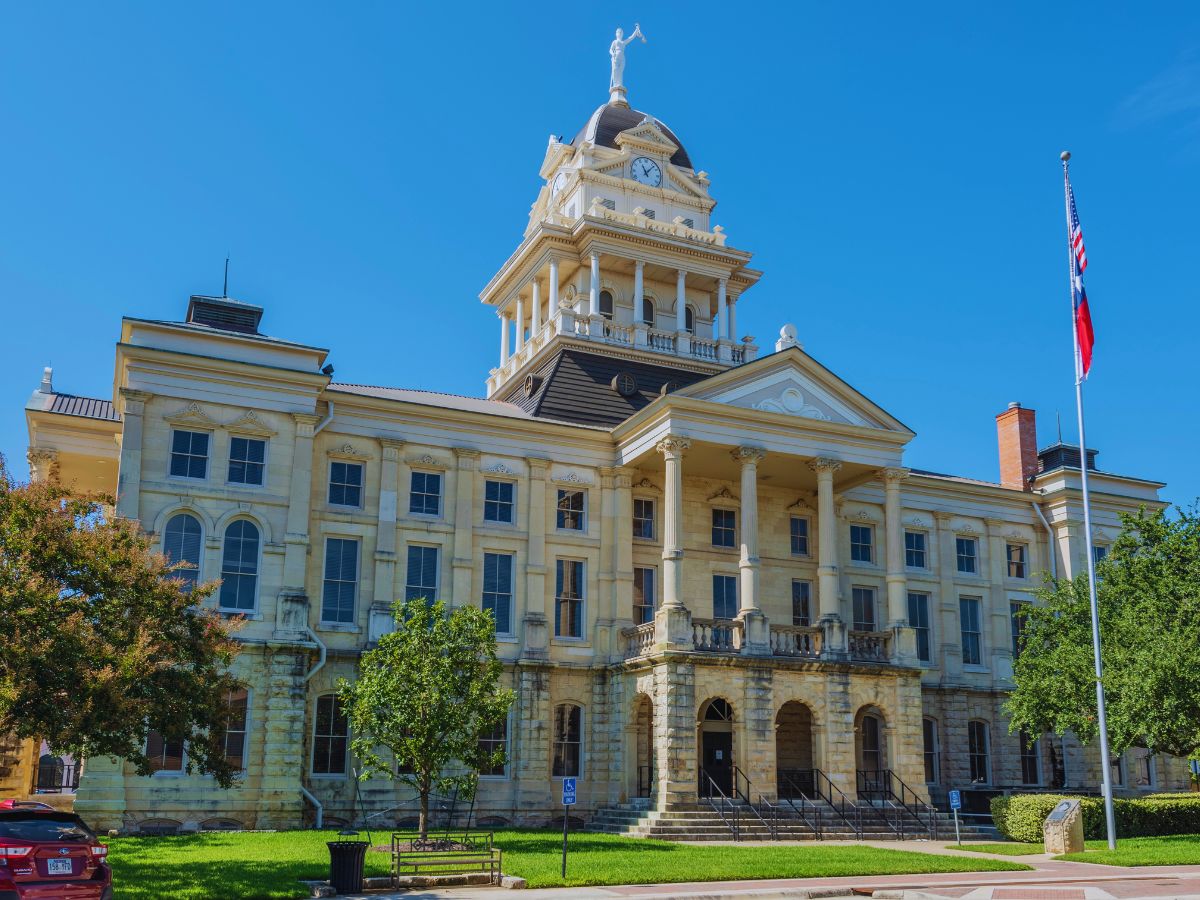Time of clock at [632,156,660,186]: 11:06
